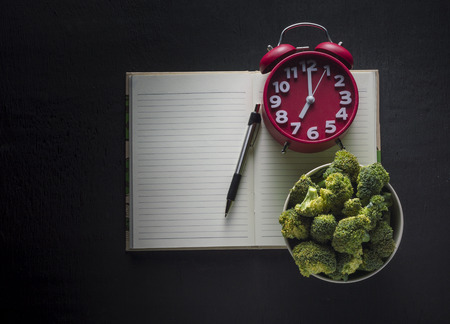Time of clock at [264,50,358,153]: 7:00
